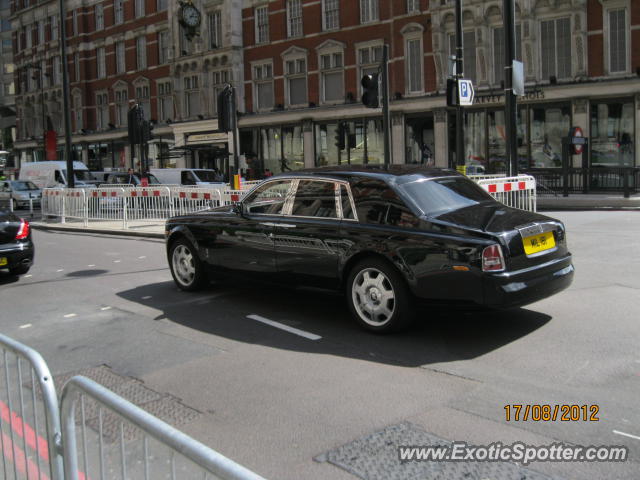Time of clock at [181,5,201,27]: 1:13
